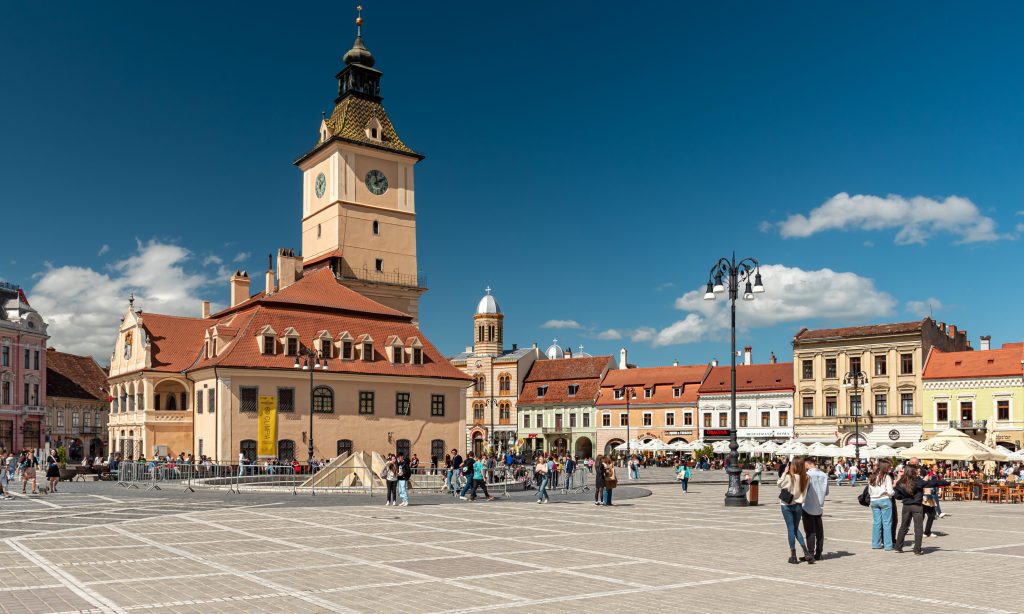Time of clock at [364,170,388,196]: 1:59
